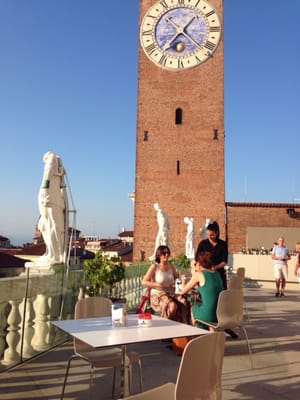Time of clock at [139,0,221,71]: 1:36
